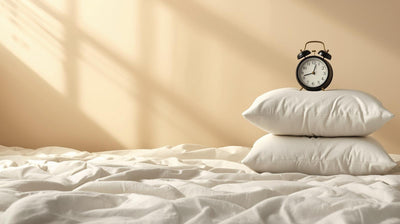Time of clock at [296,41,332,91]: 12:42
